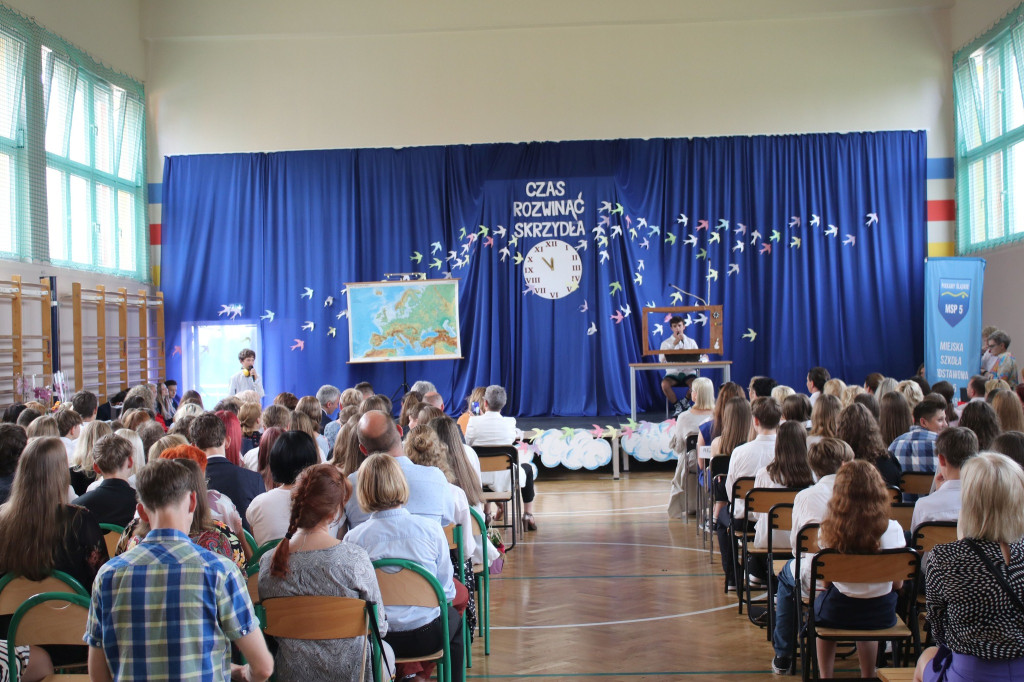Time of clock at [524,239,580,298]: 11:53
